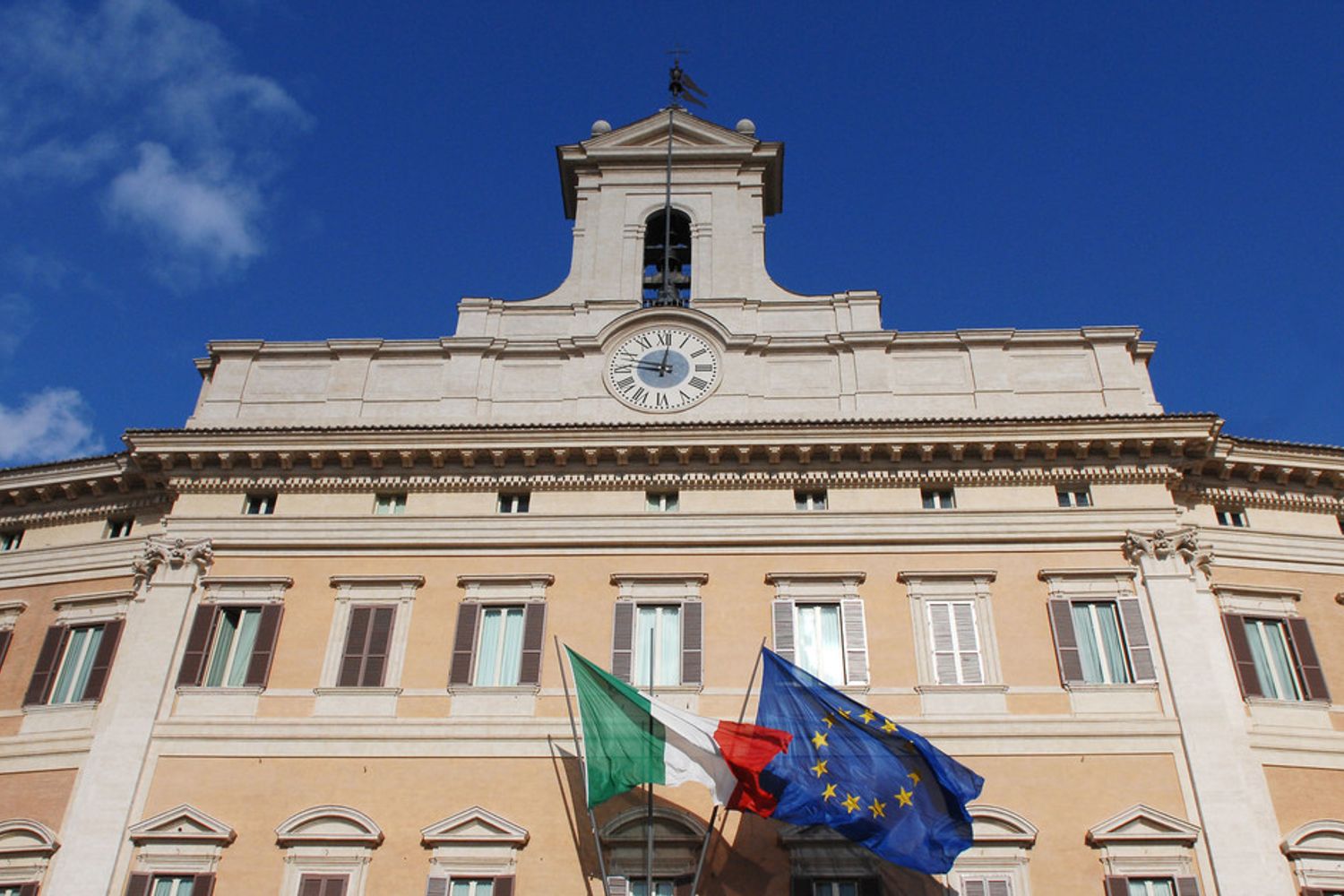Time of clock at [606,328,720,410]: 9:01
